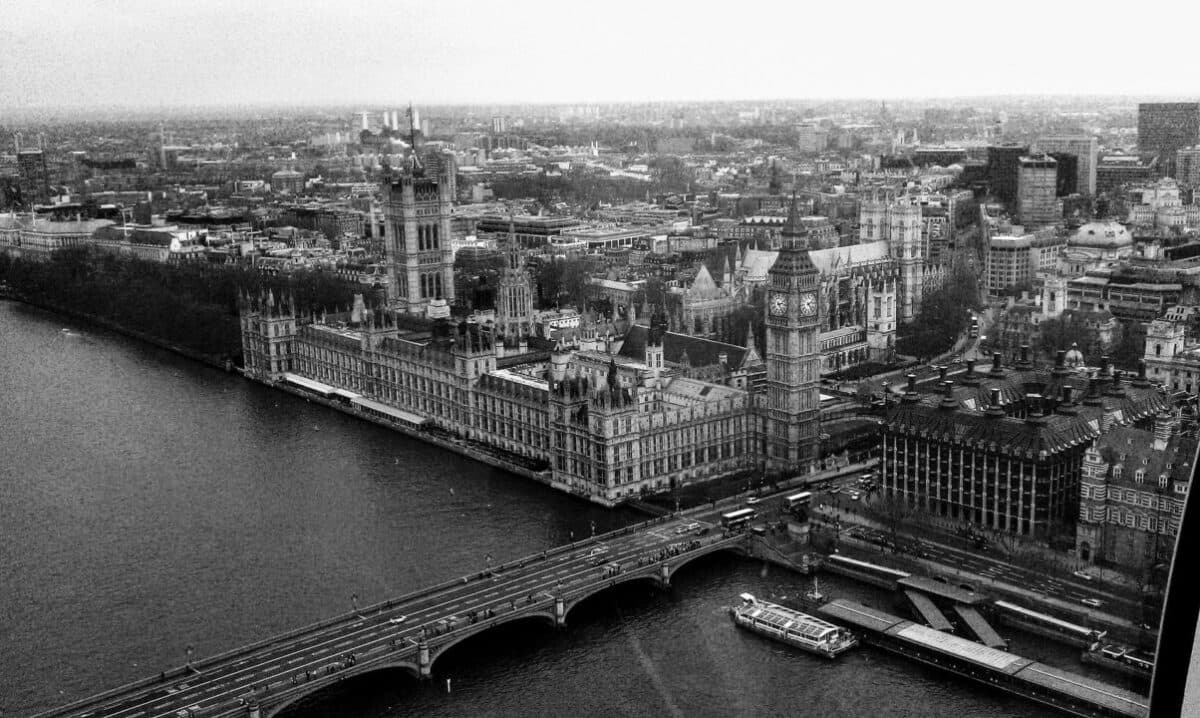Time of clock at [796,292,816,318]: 2:23
